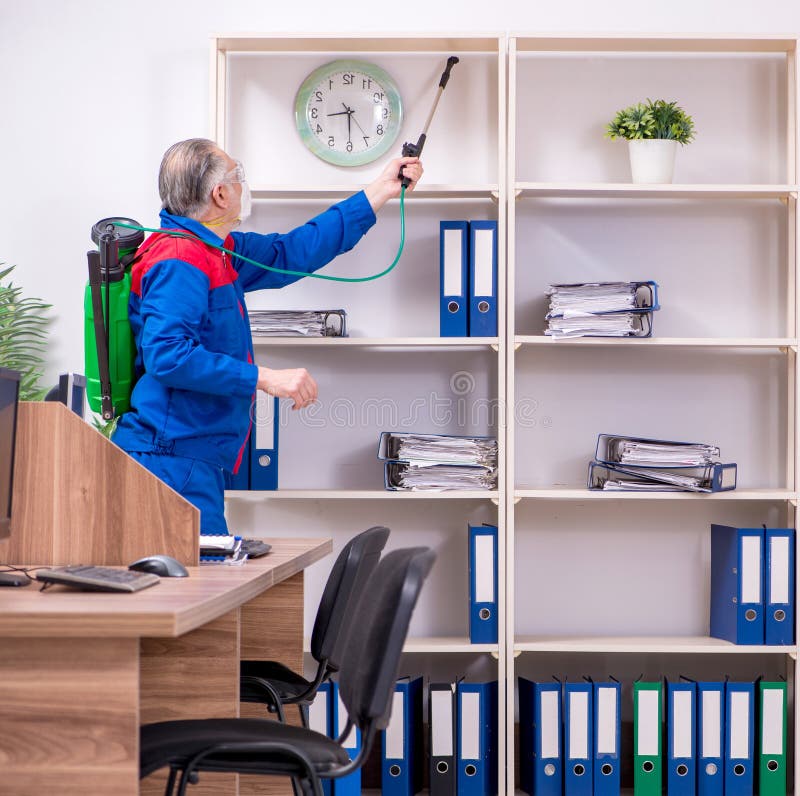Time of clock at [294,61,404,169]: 8:29
